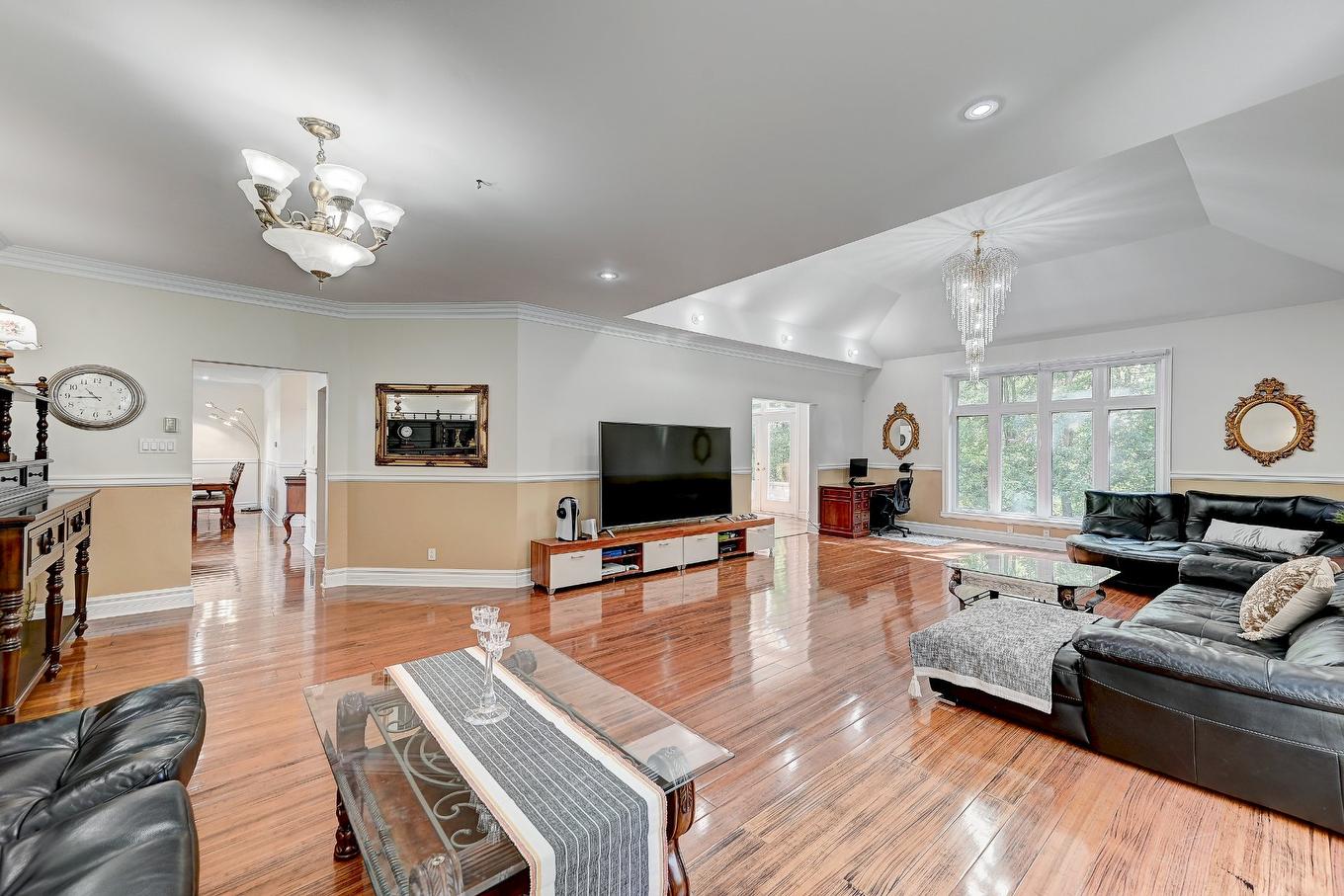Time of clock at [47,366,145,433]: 10:44
